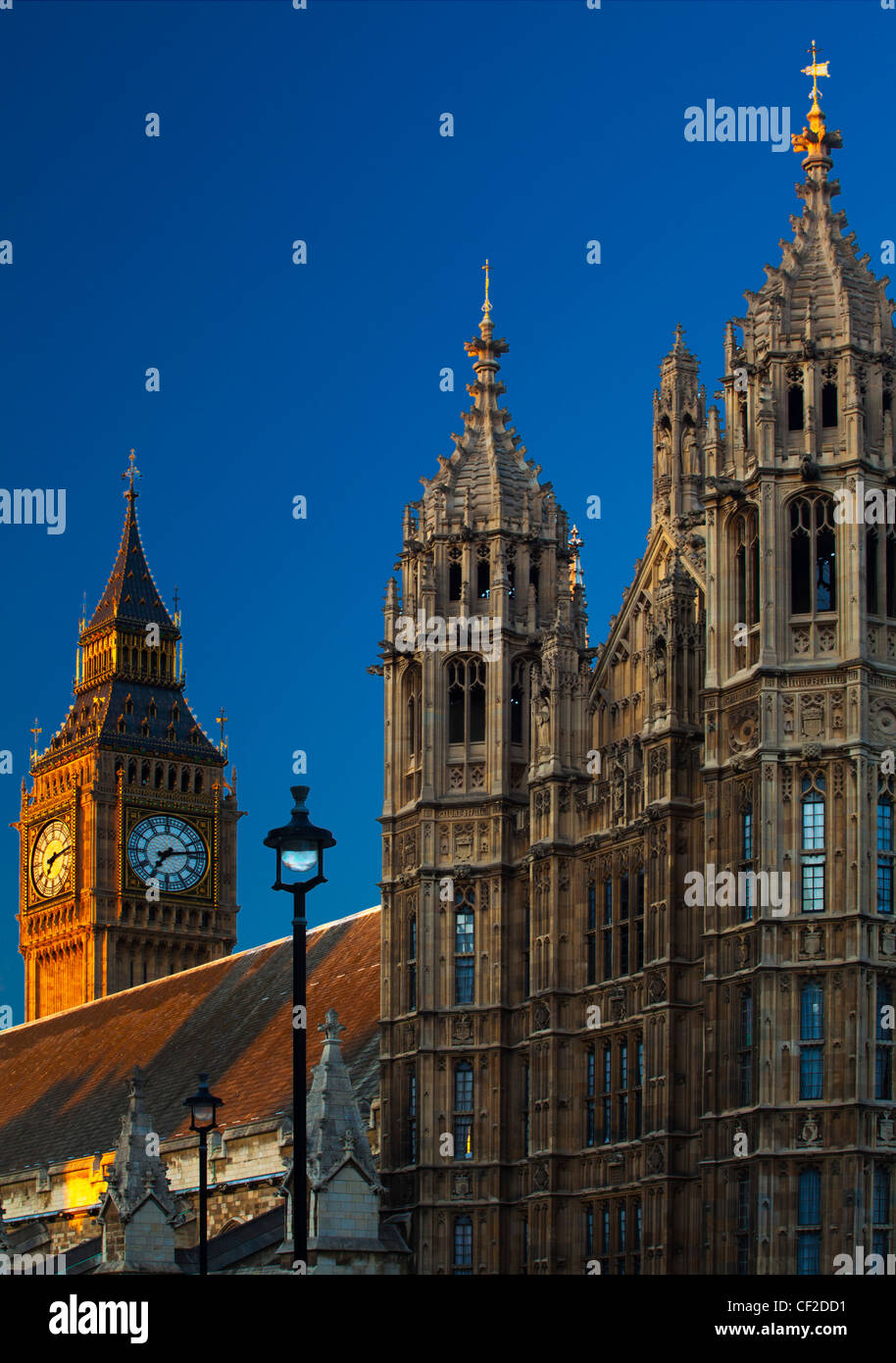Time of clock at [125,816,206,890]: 7:13
